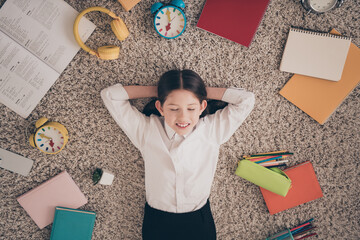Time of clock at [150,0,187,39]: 7:00
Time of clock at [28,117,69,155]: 5:49
